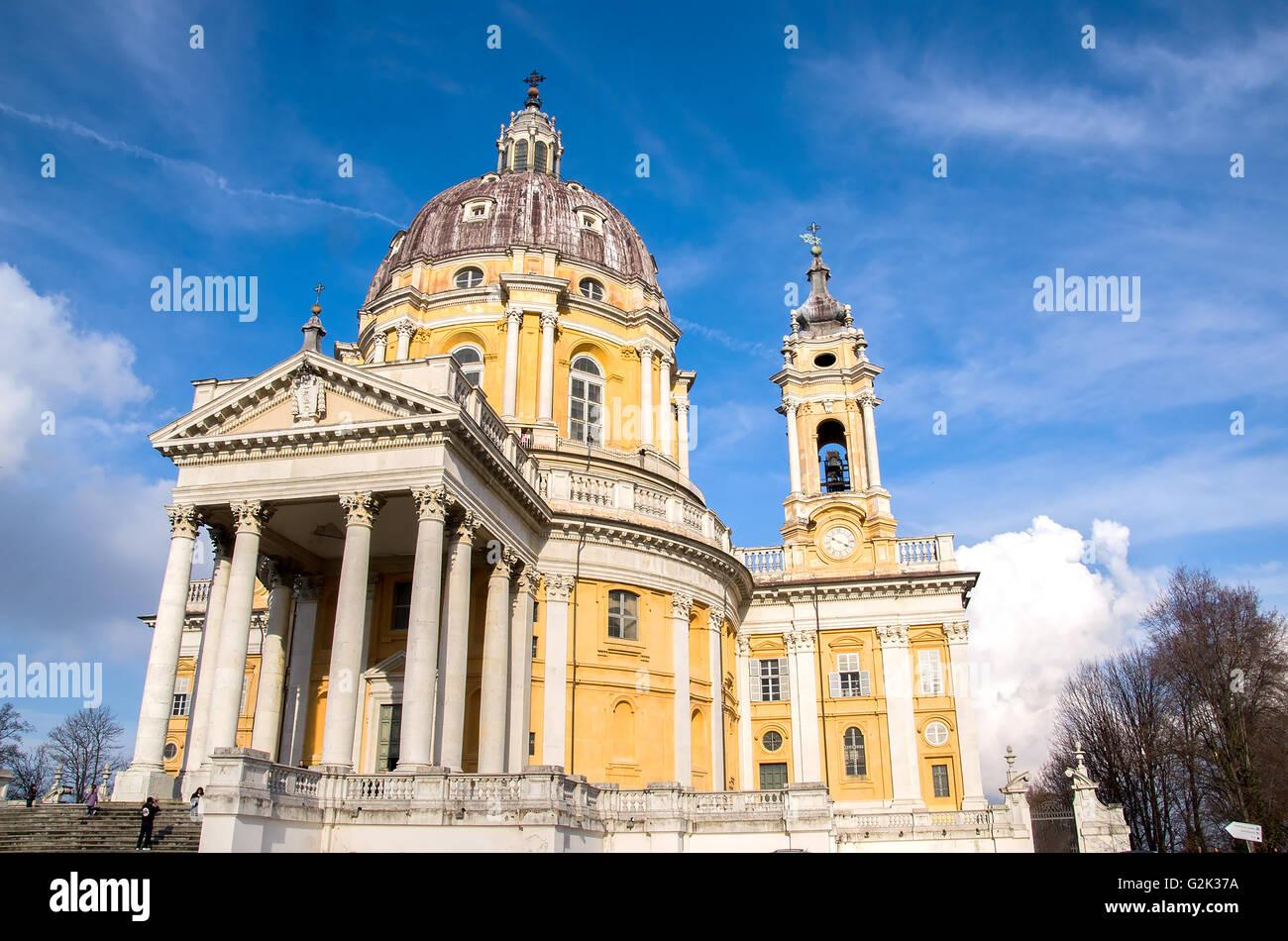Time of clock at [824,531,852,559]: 3:48
